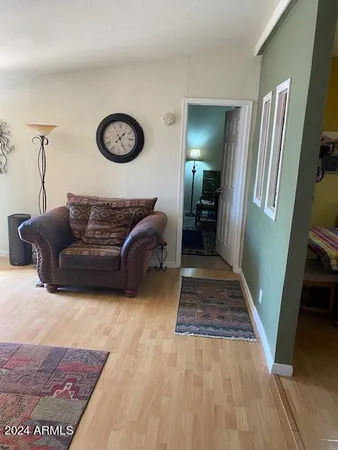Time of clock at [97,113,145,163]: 1:25
